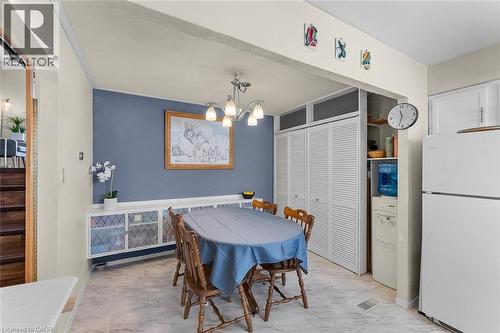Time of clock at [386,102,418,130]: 11:32
